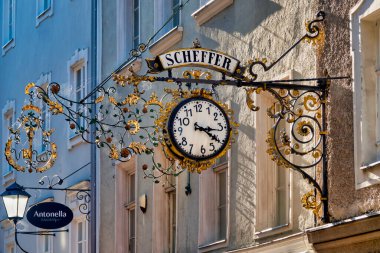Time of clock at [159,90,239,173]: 3:21
